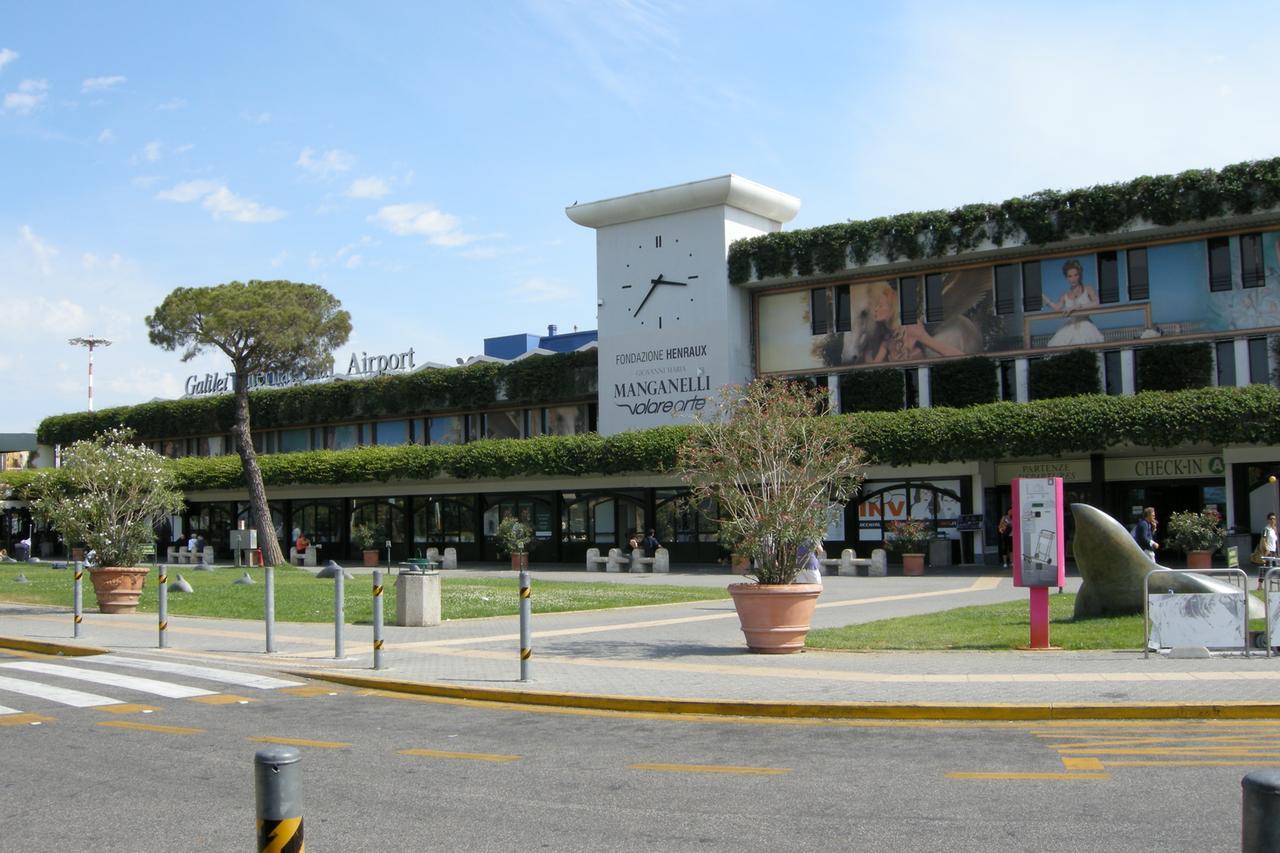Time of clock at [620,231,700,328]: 3:37
